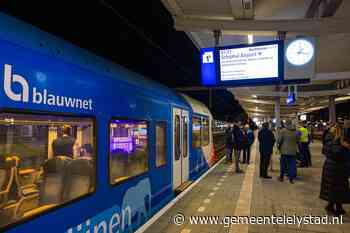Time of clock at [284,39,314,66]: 1:17
